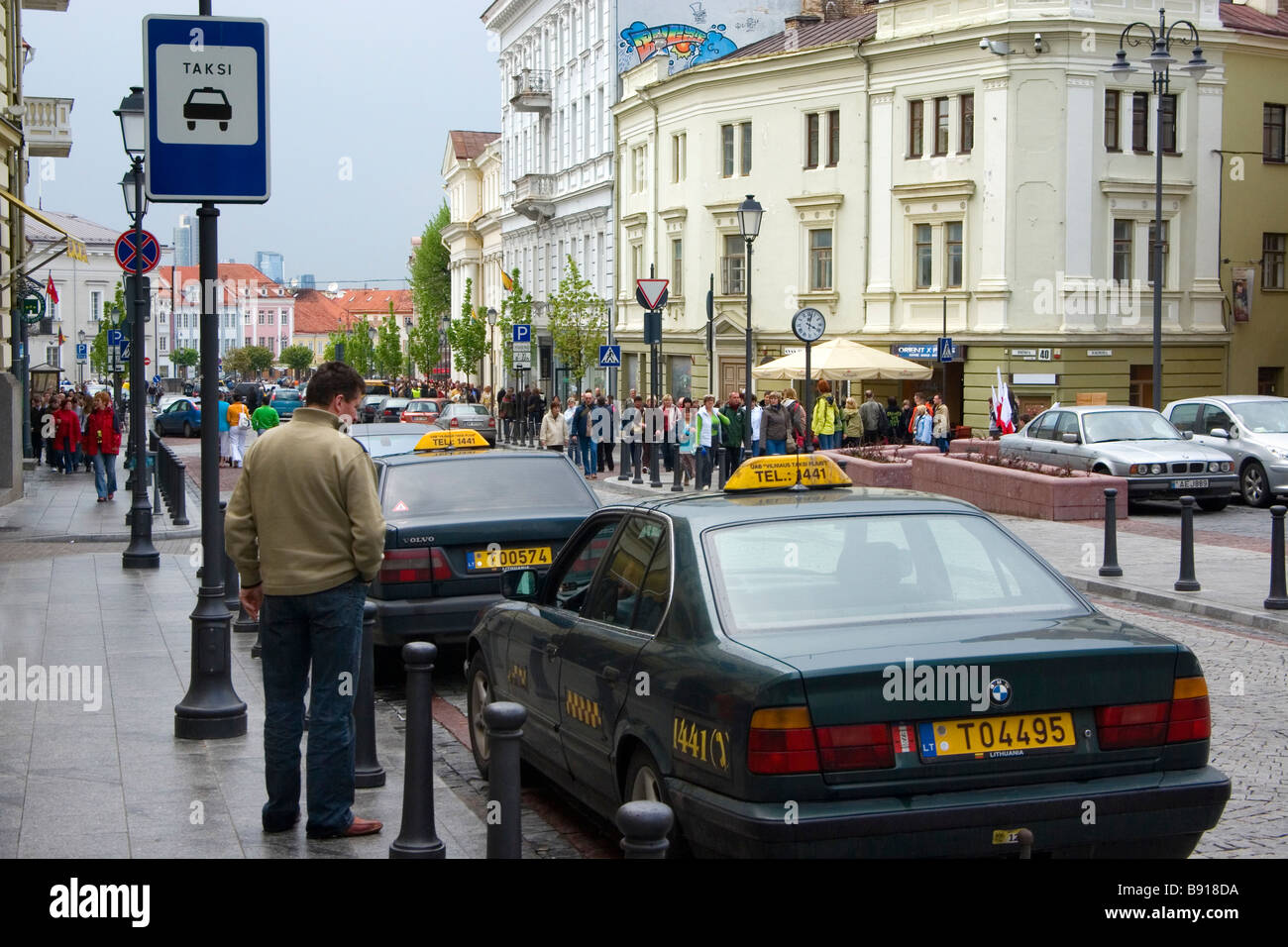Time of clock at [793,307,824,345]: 4:02
